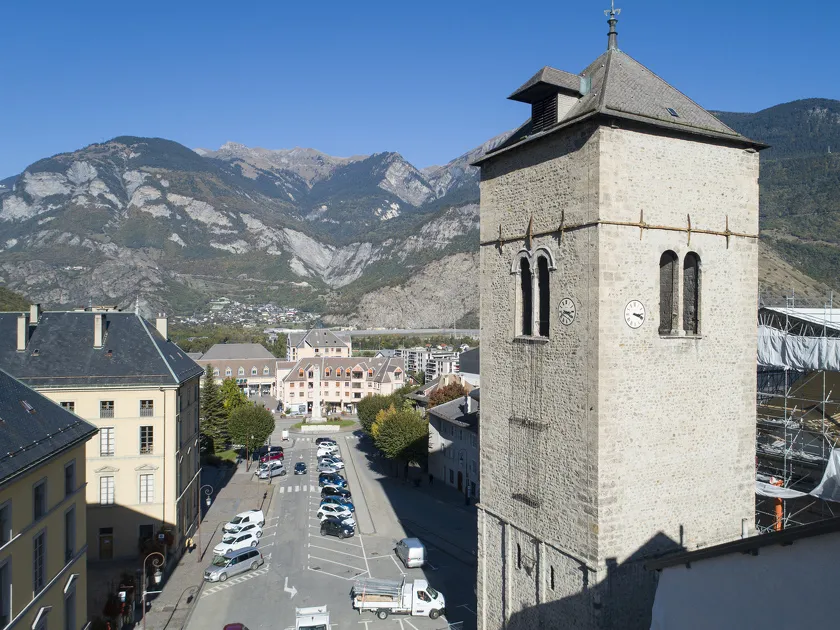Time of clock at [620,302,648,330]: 3:18
